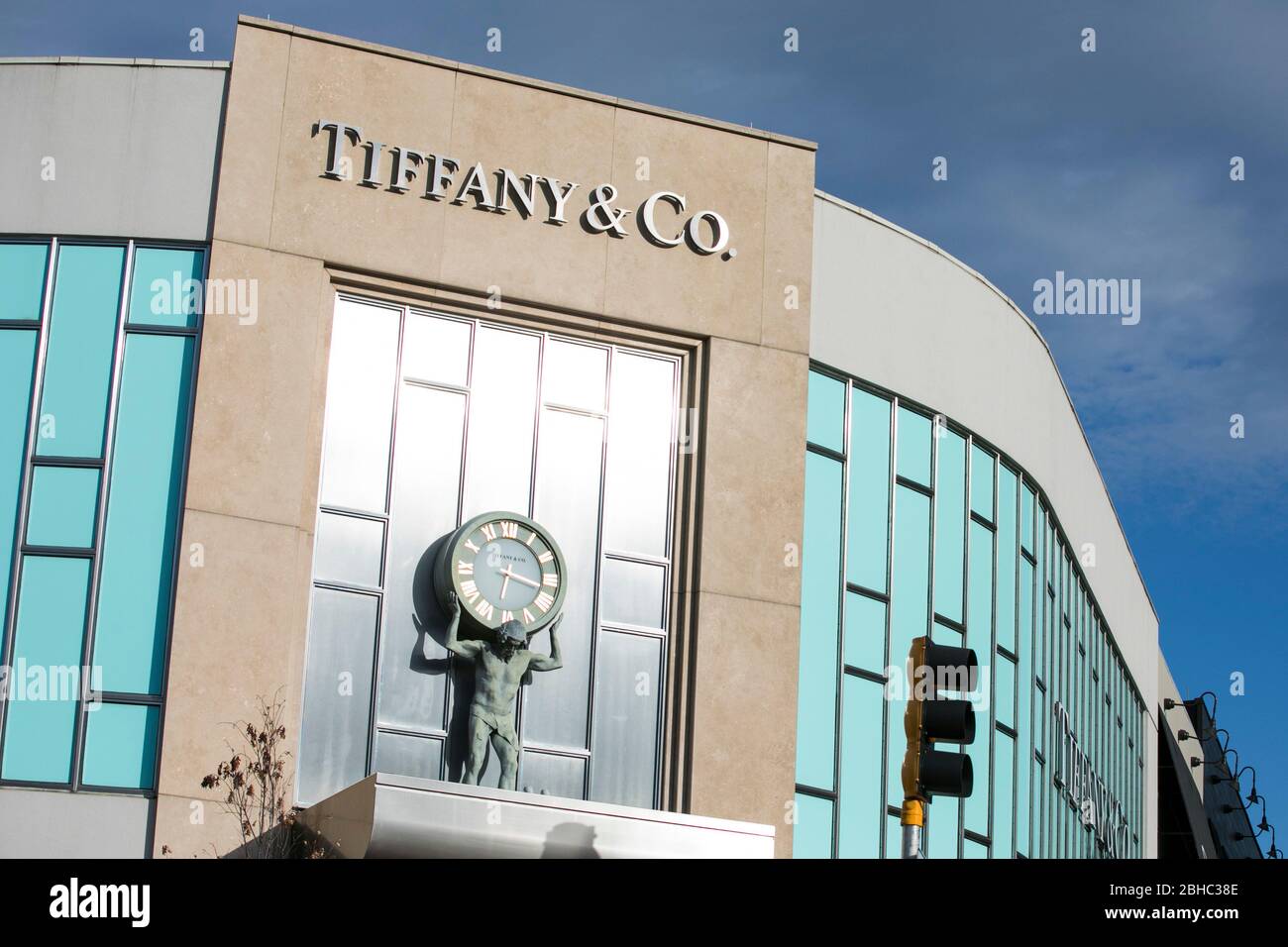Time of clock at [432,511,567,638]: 6:17
